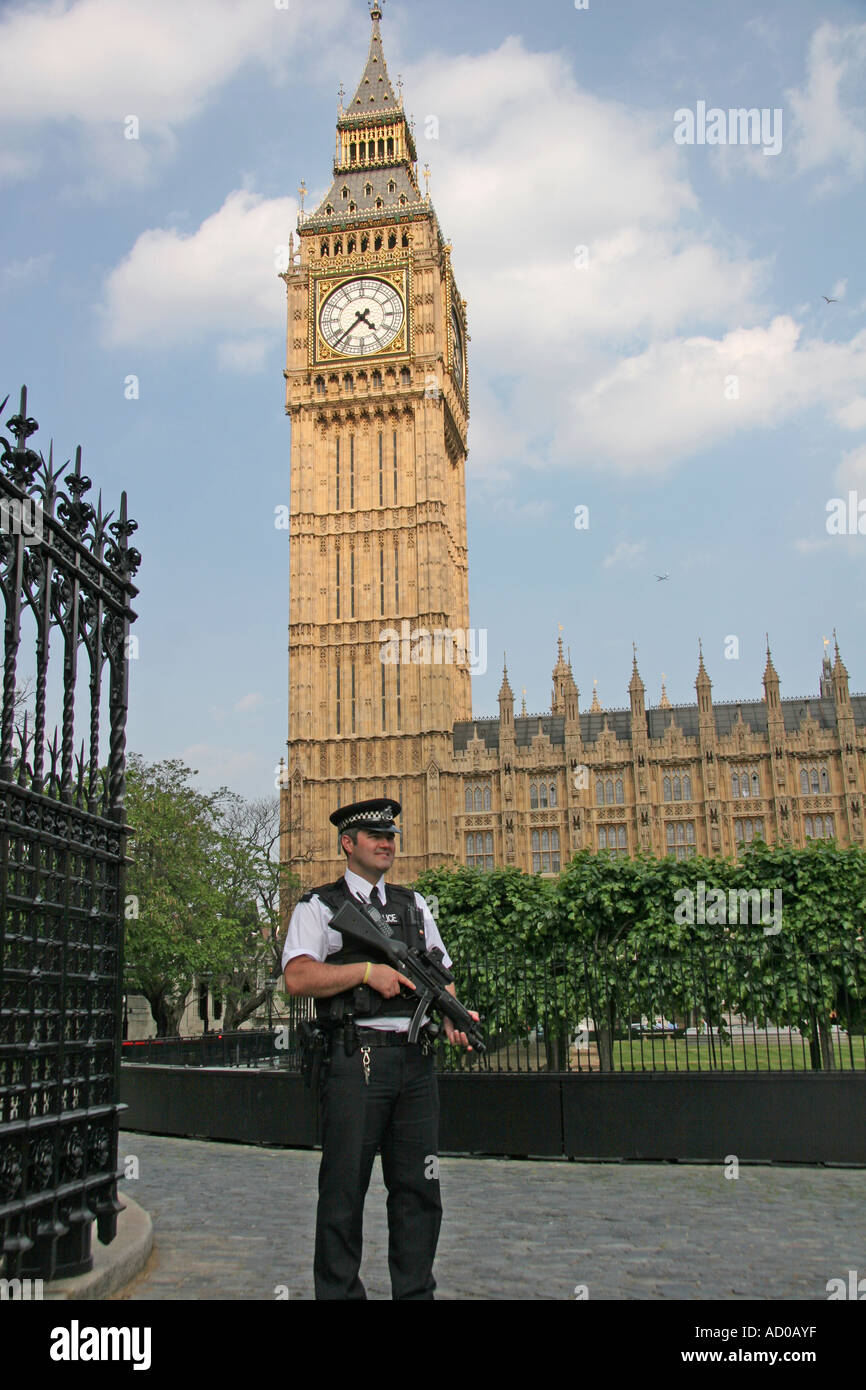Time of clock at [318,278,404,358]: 4:37
